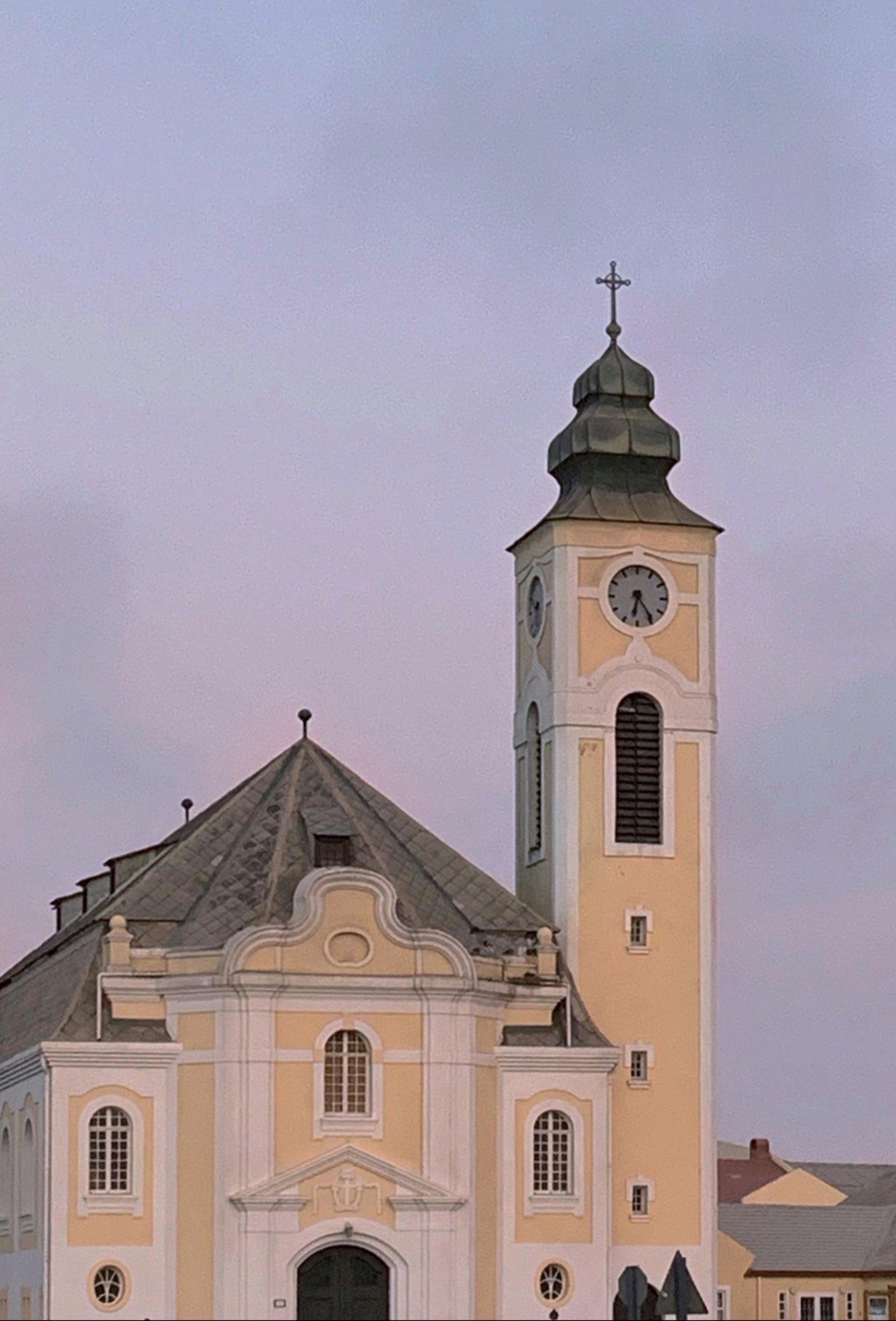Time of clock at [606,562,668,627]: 6:24
